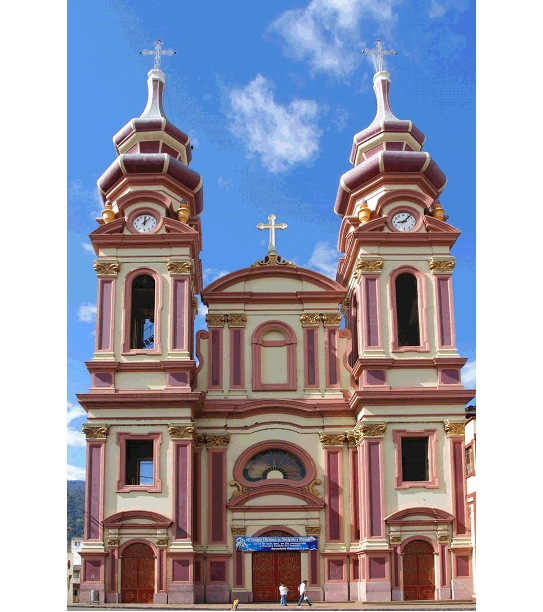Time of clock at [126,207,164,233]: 12:07
